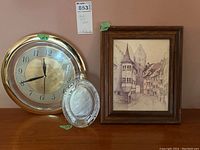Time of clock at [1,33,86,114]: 11:40
